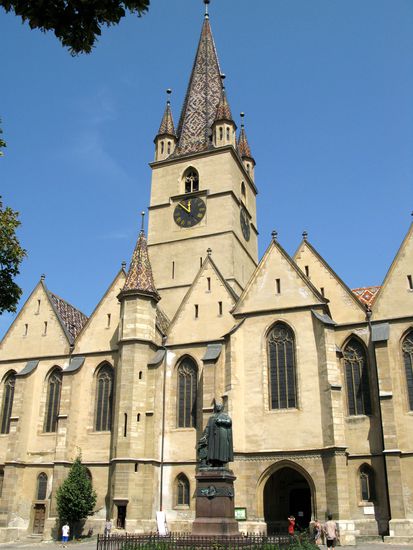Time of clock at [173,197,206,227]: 11:52
